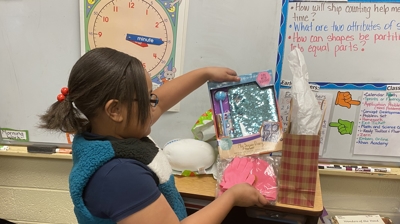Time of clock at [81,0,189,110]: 3:15
